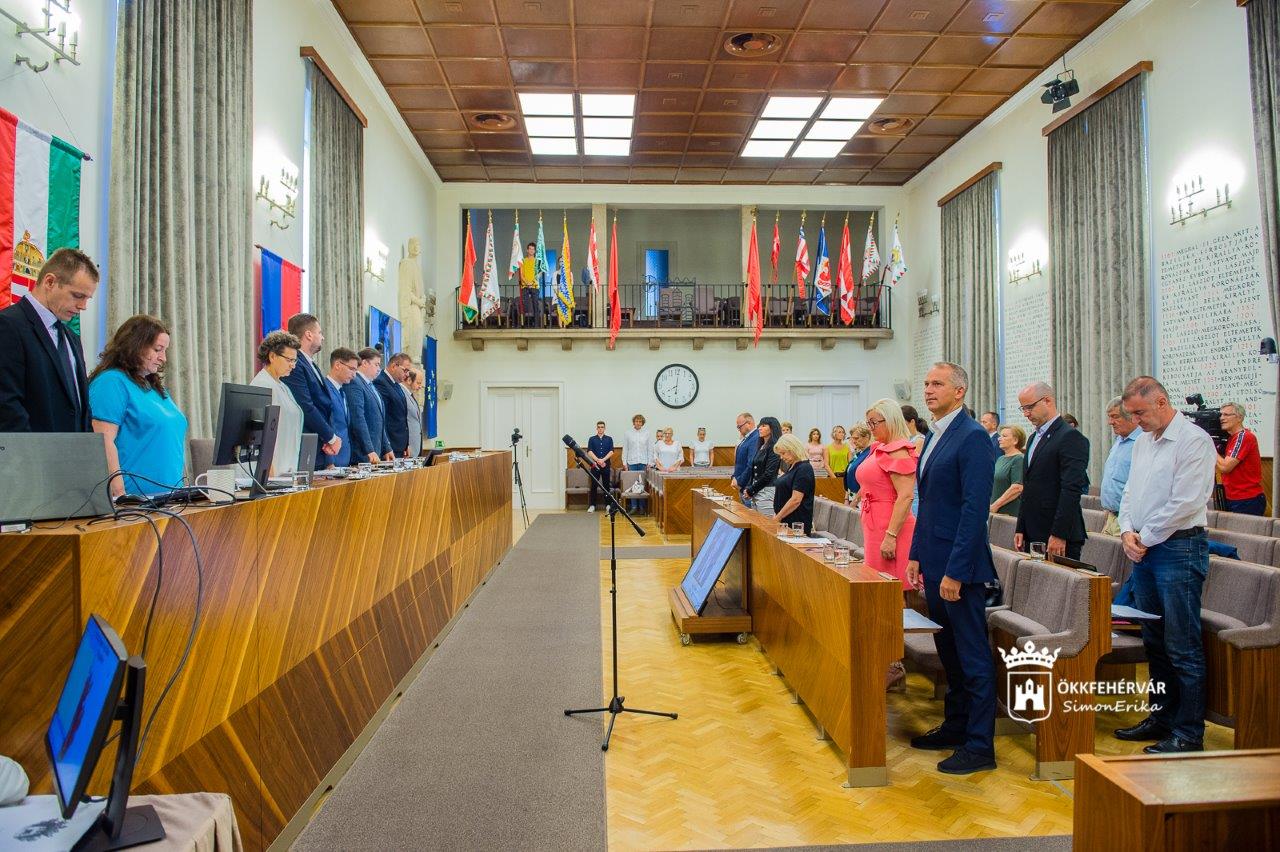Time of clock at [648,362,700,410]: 8:01
